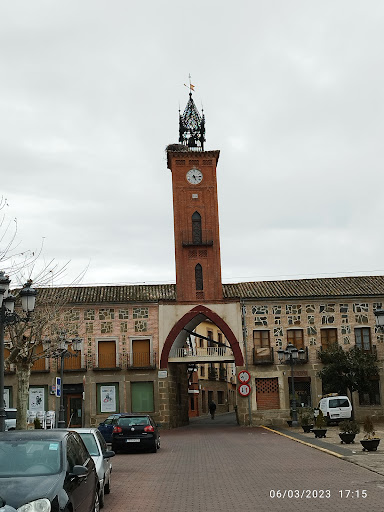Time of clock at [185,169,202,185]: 5:15
